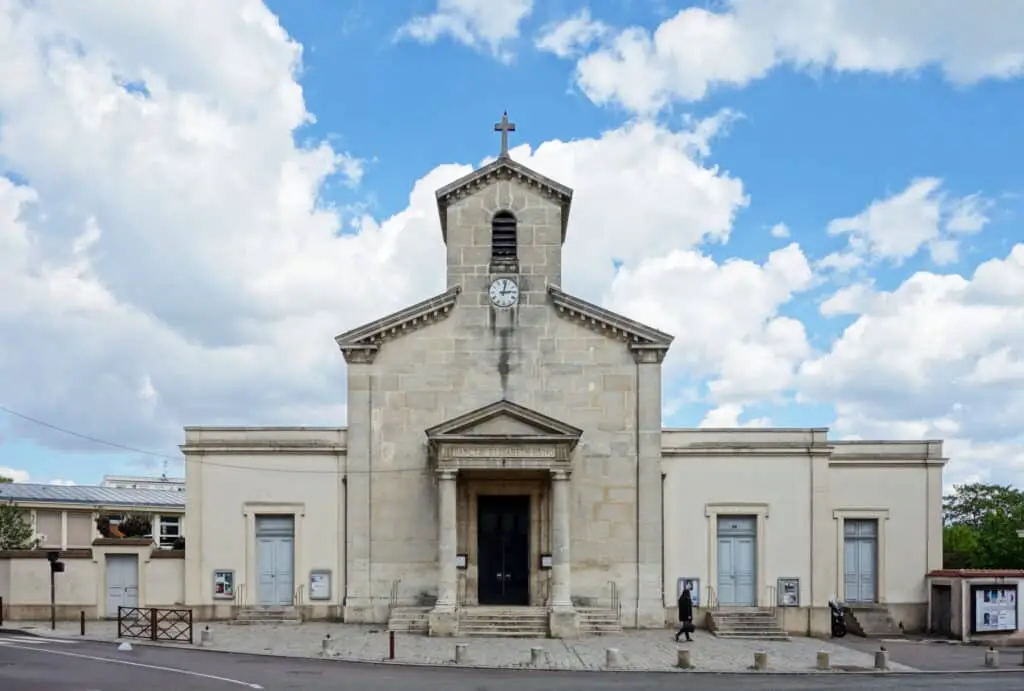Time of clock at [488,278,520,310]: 3:02
